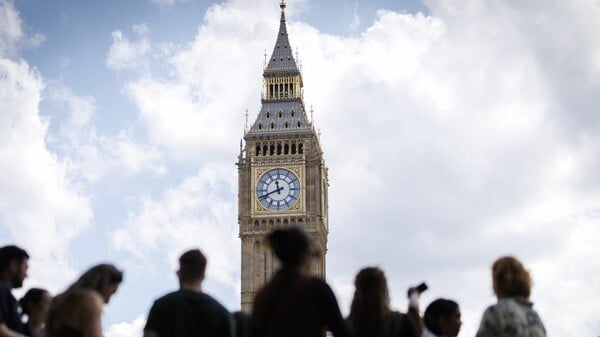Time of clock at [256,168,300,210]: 11:41
